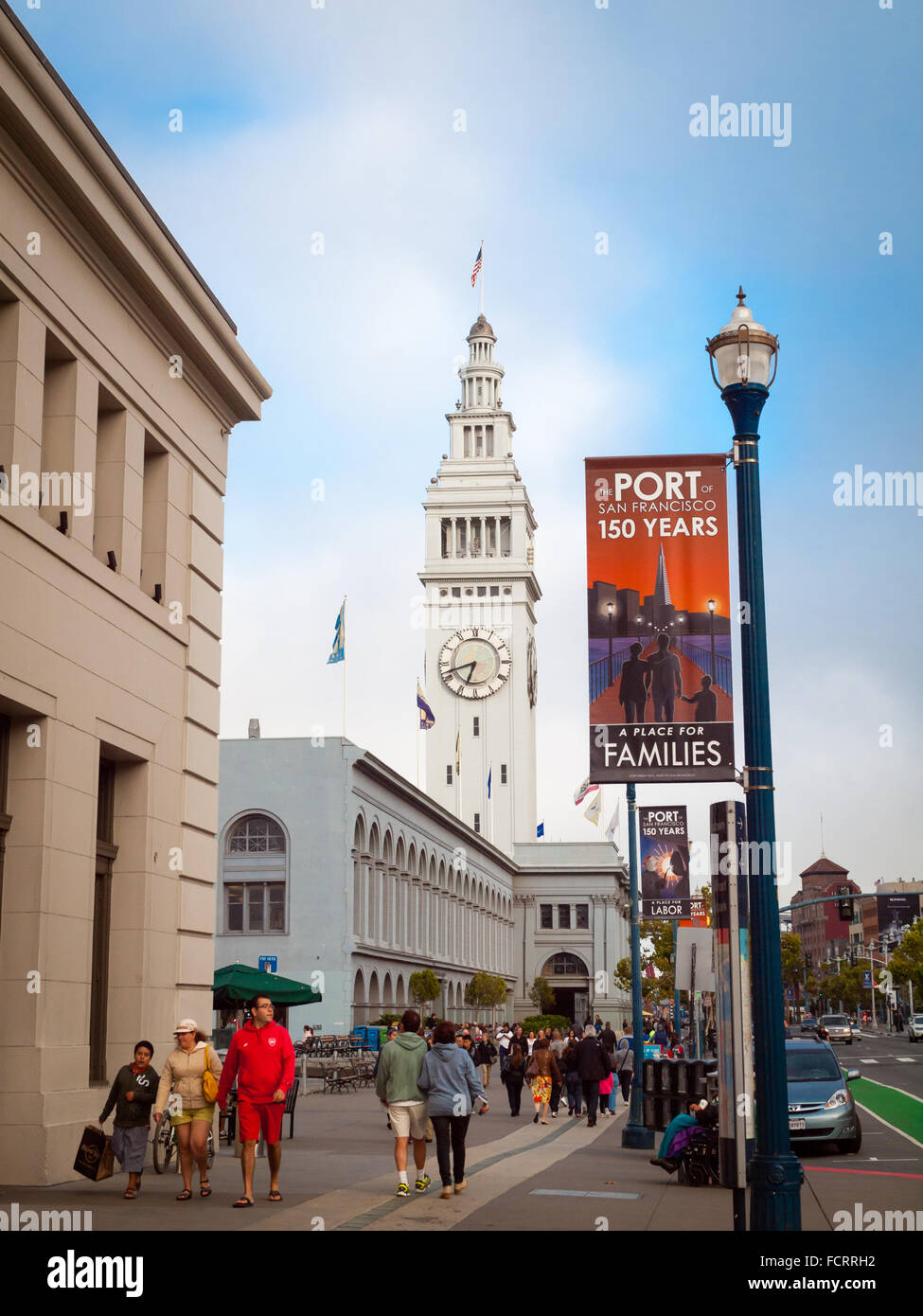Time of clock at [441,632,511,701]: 6:42
